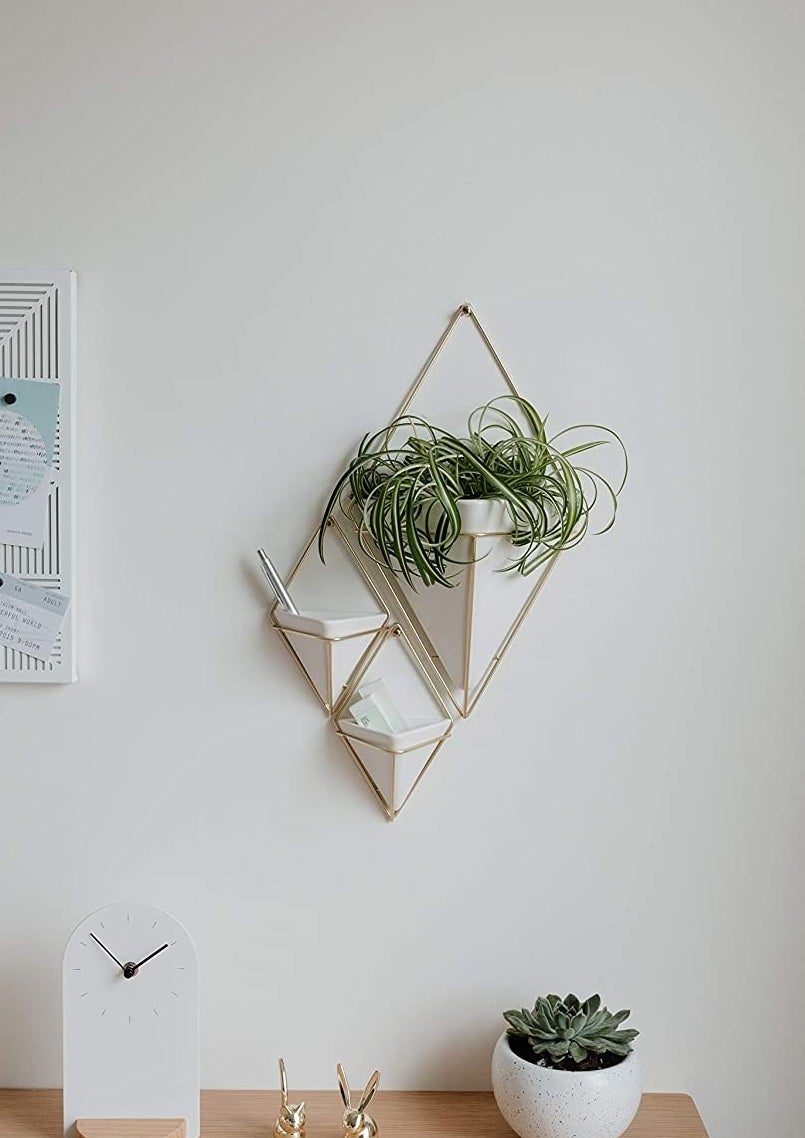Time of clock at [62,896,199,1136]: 1:52
